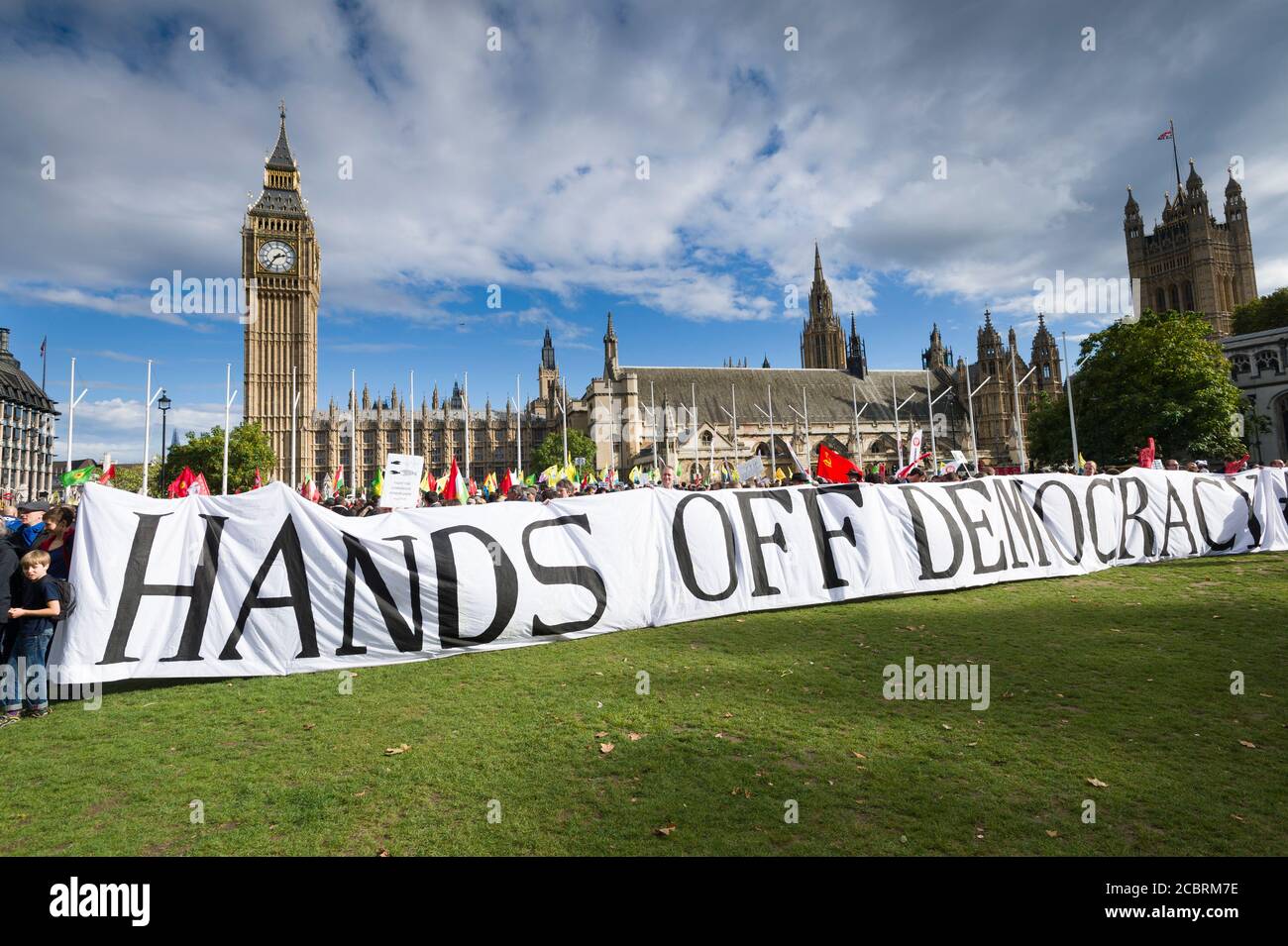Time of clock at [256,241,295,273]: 2:36
